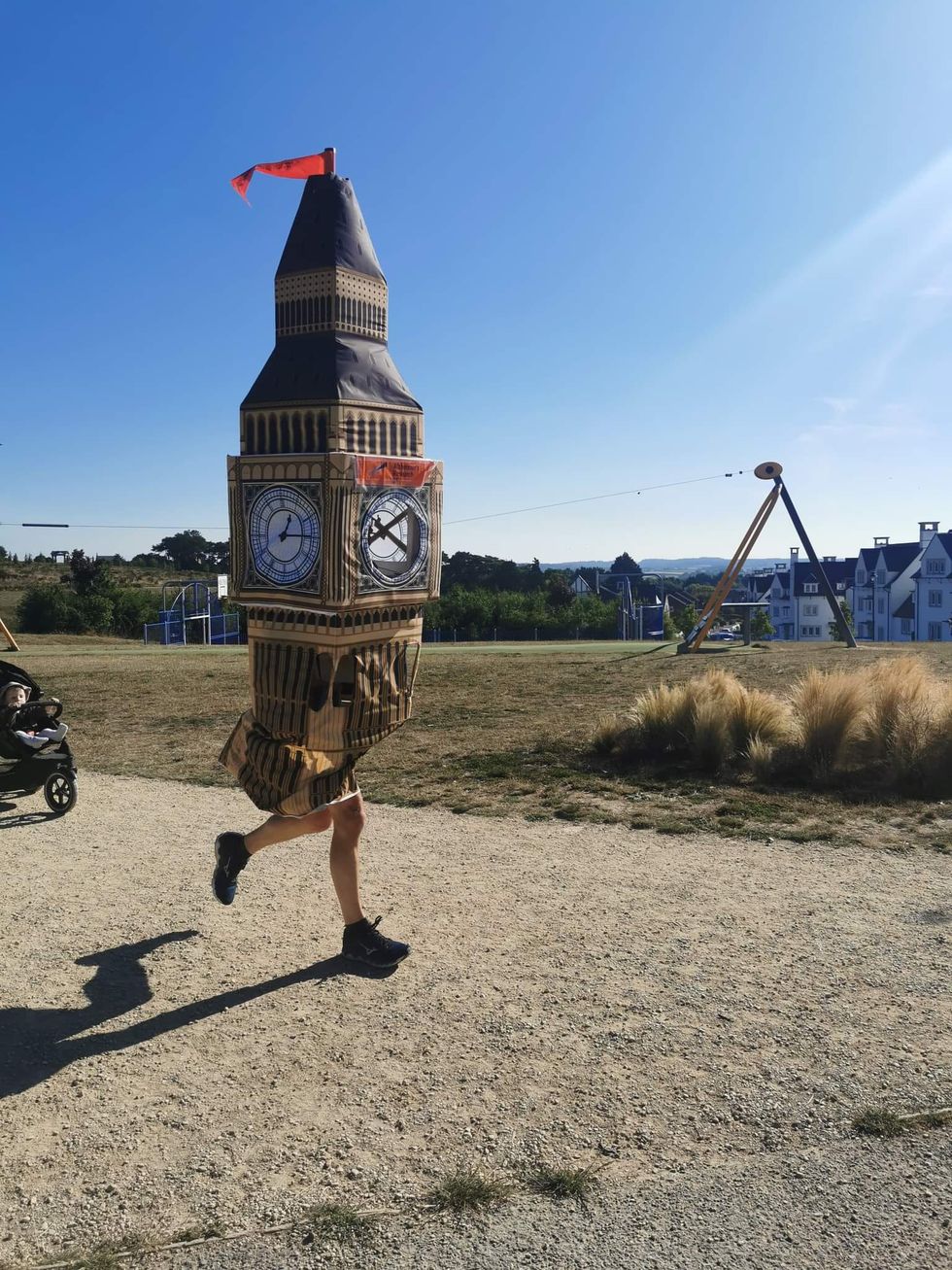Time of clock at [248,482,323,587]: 1:14
